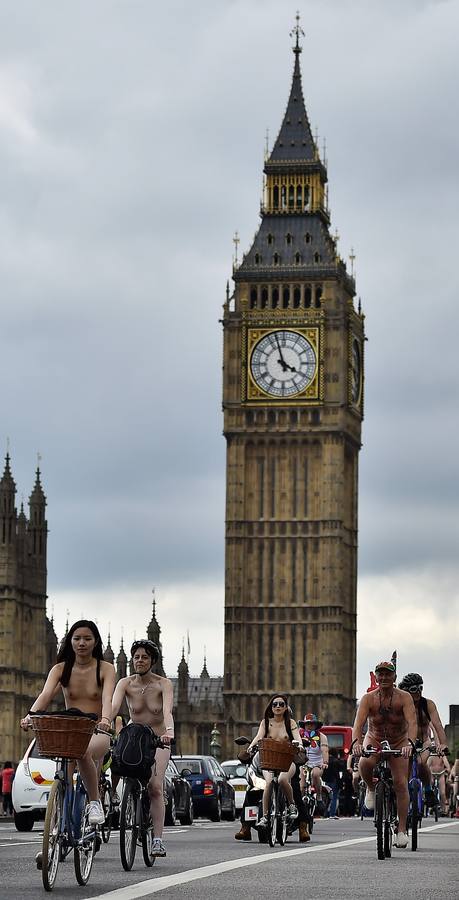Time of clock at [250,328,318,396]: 3:57
